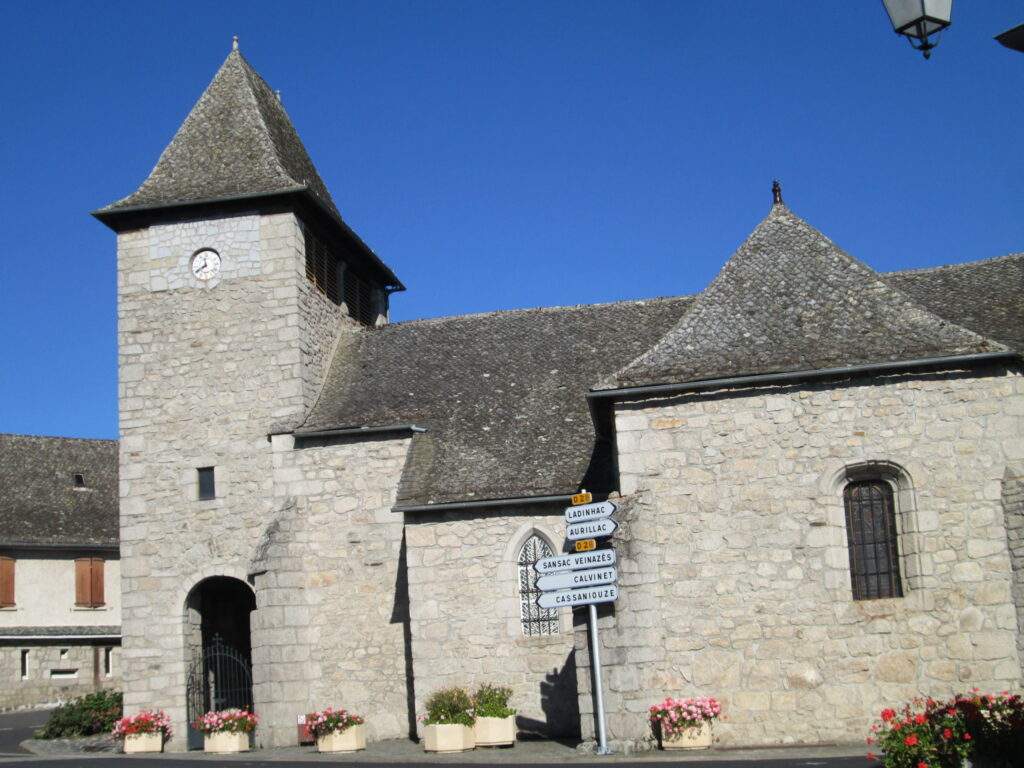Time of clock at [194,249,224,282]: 11:40
